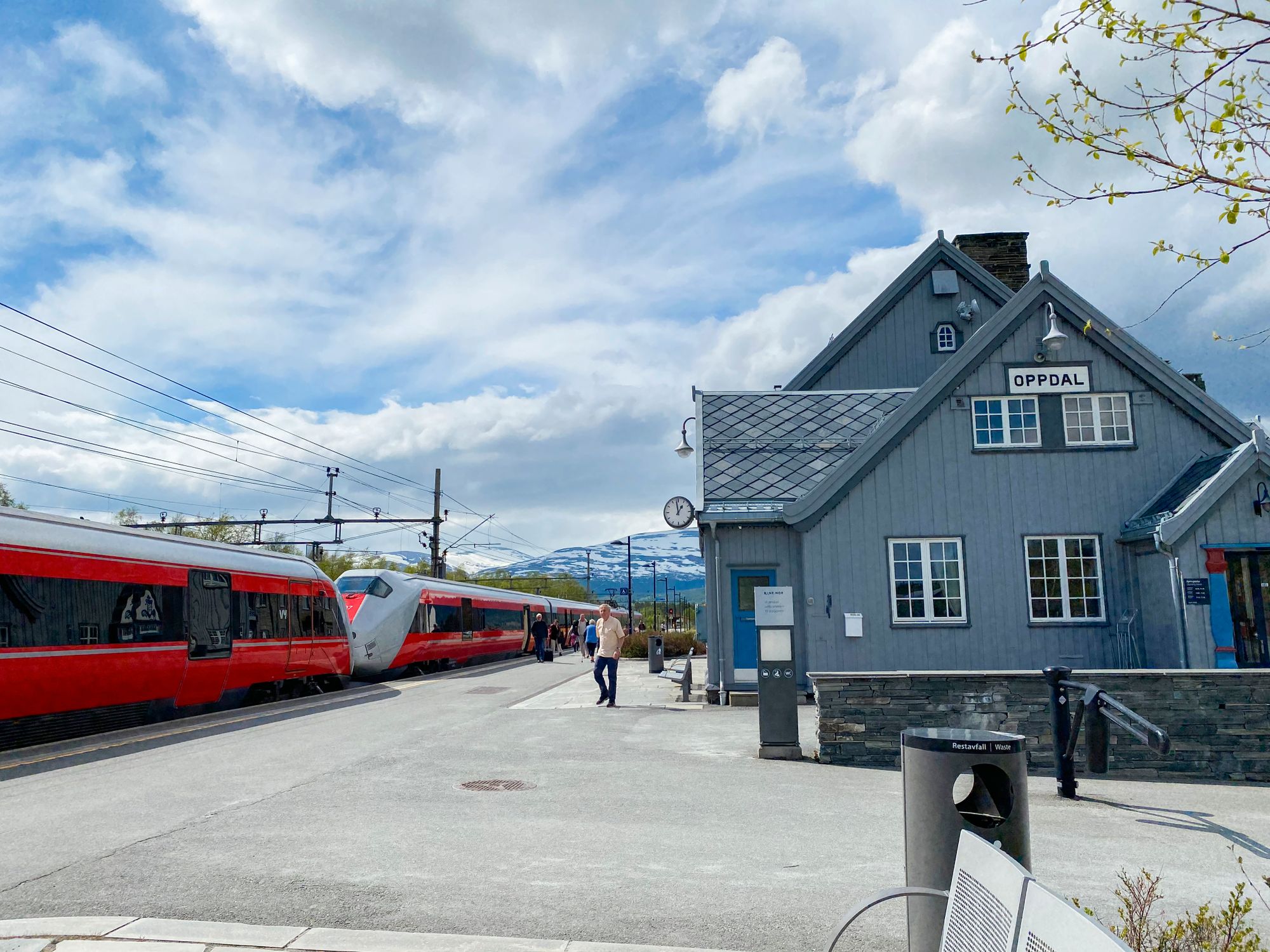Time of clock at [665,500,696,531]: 12:58
